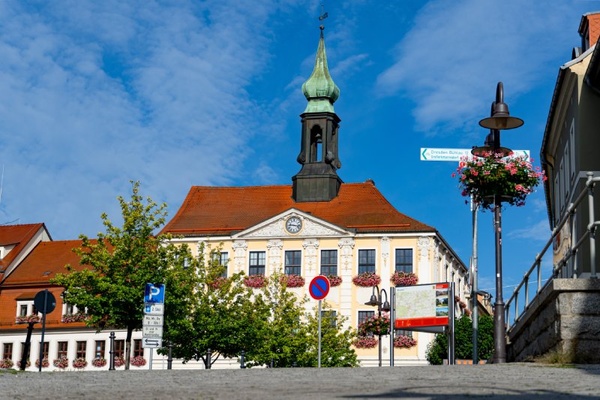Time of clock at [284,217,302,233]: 9:16
